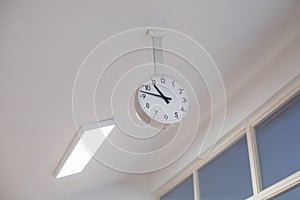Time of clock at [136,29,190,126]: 10:47
